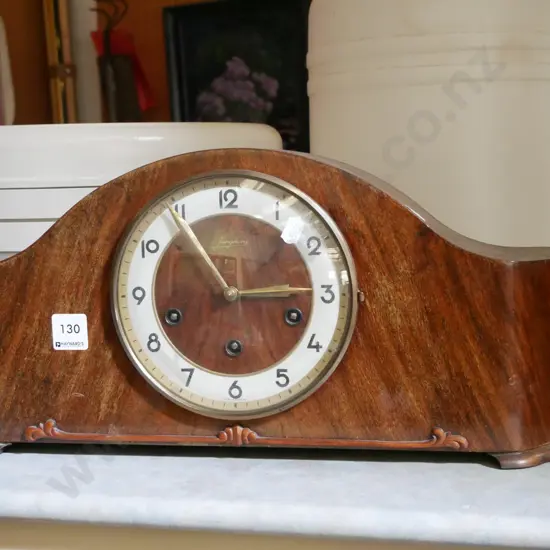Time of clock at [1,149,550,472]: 2:54
